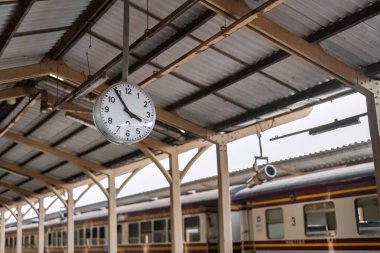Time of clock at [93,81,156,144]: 3:54
